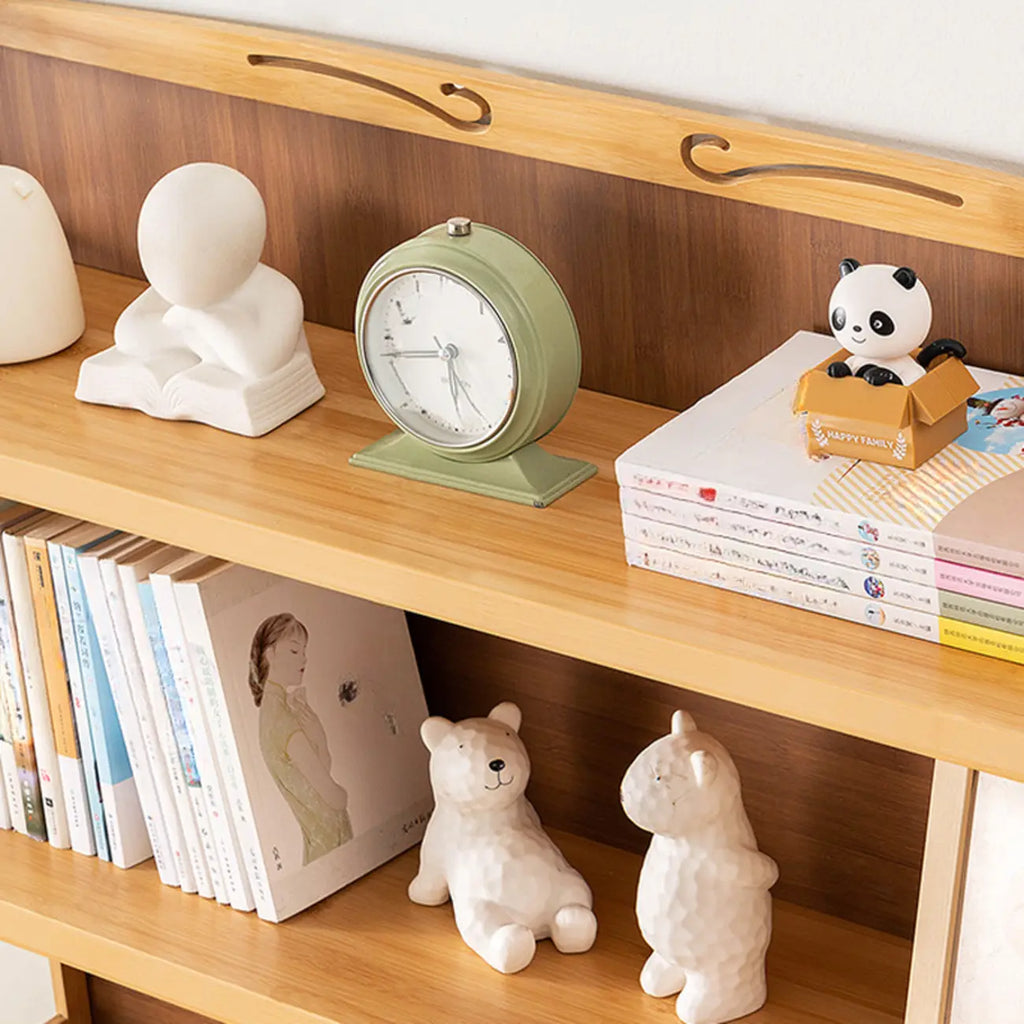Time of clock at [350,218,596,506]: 5:41
